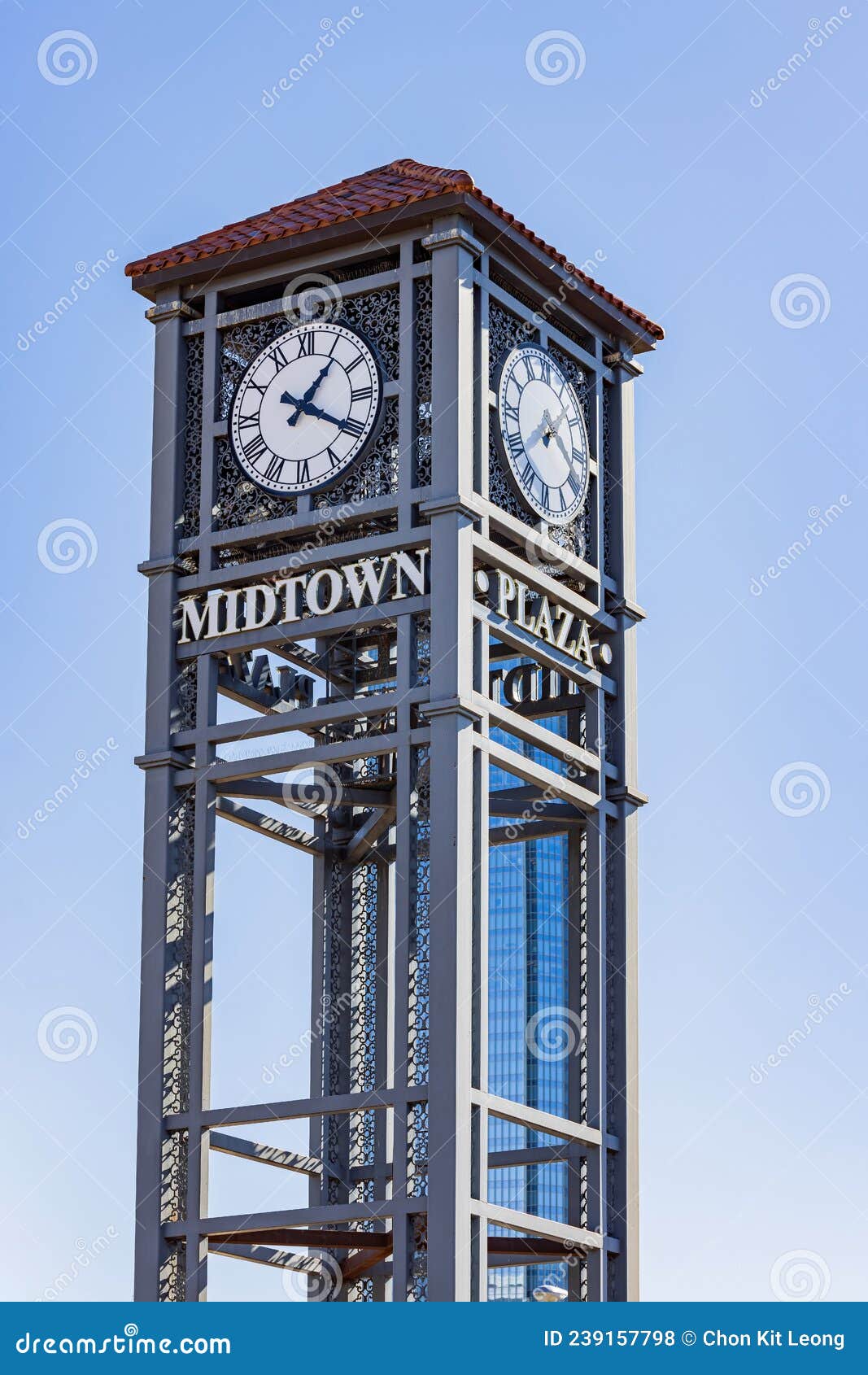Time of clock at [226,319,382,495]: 1:20
